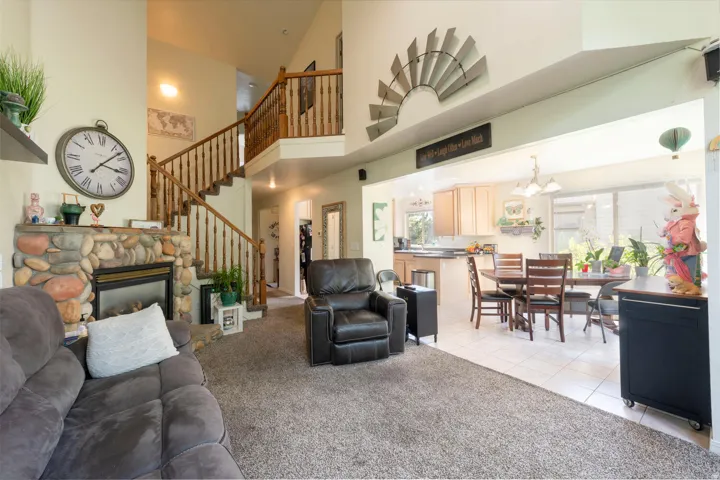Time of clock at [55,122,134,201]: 3:07
